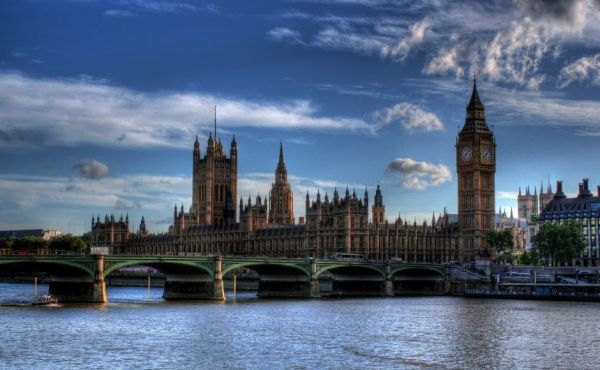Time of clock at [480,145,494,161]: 7:07
